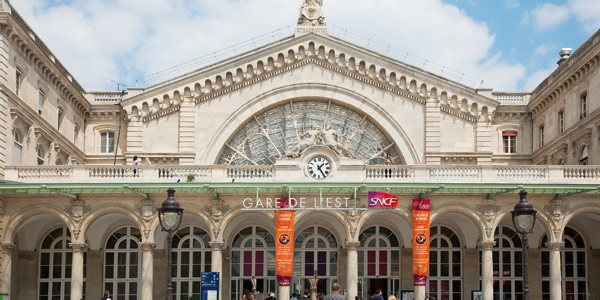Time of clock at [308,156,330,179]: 1:24
